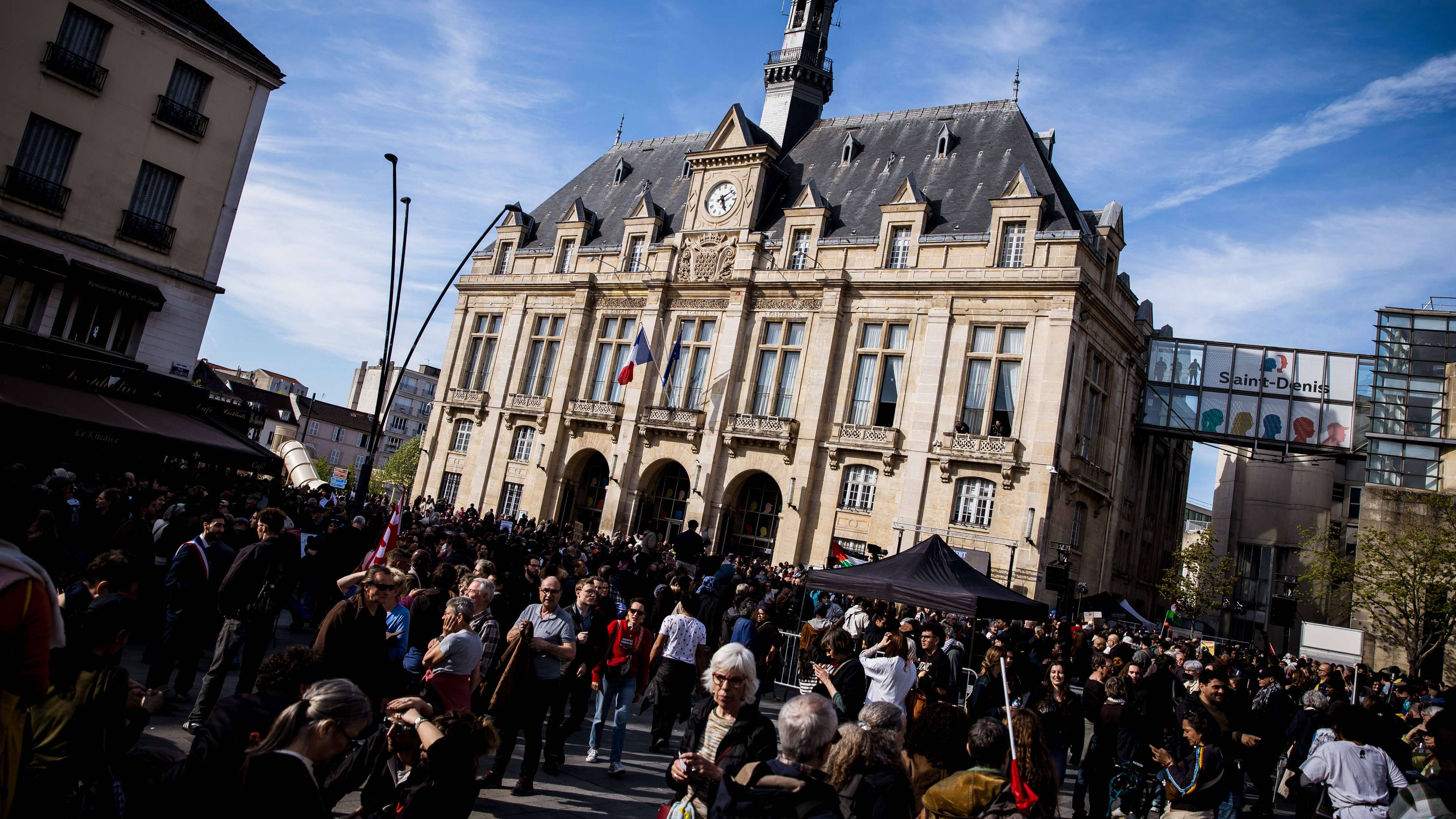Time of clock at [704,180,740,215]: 5:09
